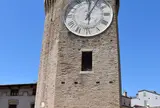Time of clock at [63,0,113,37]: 1:01
